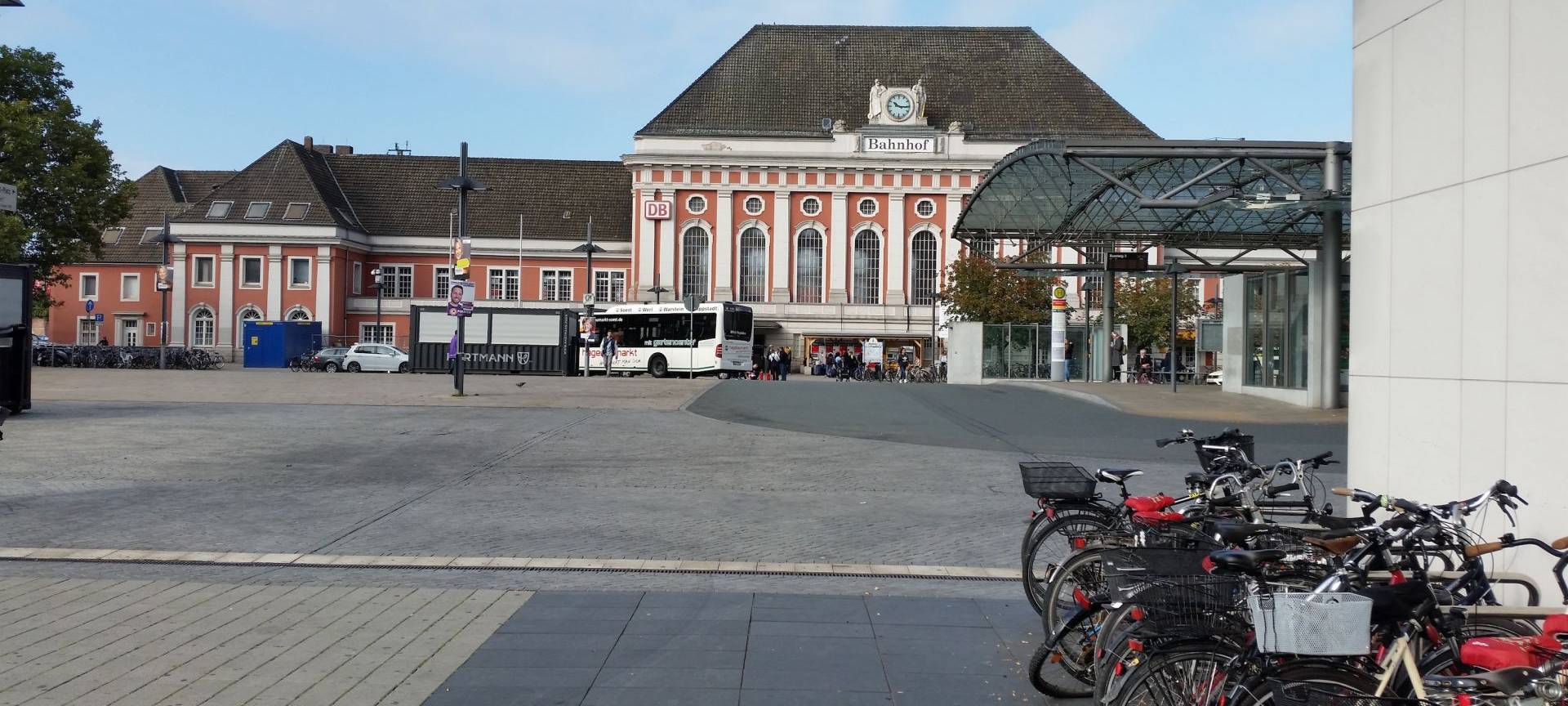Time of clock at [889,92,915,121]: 10:15
